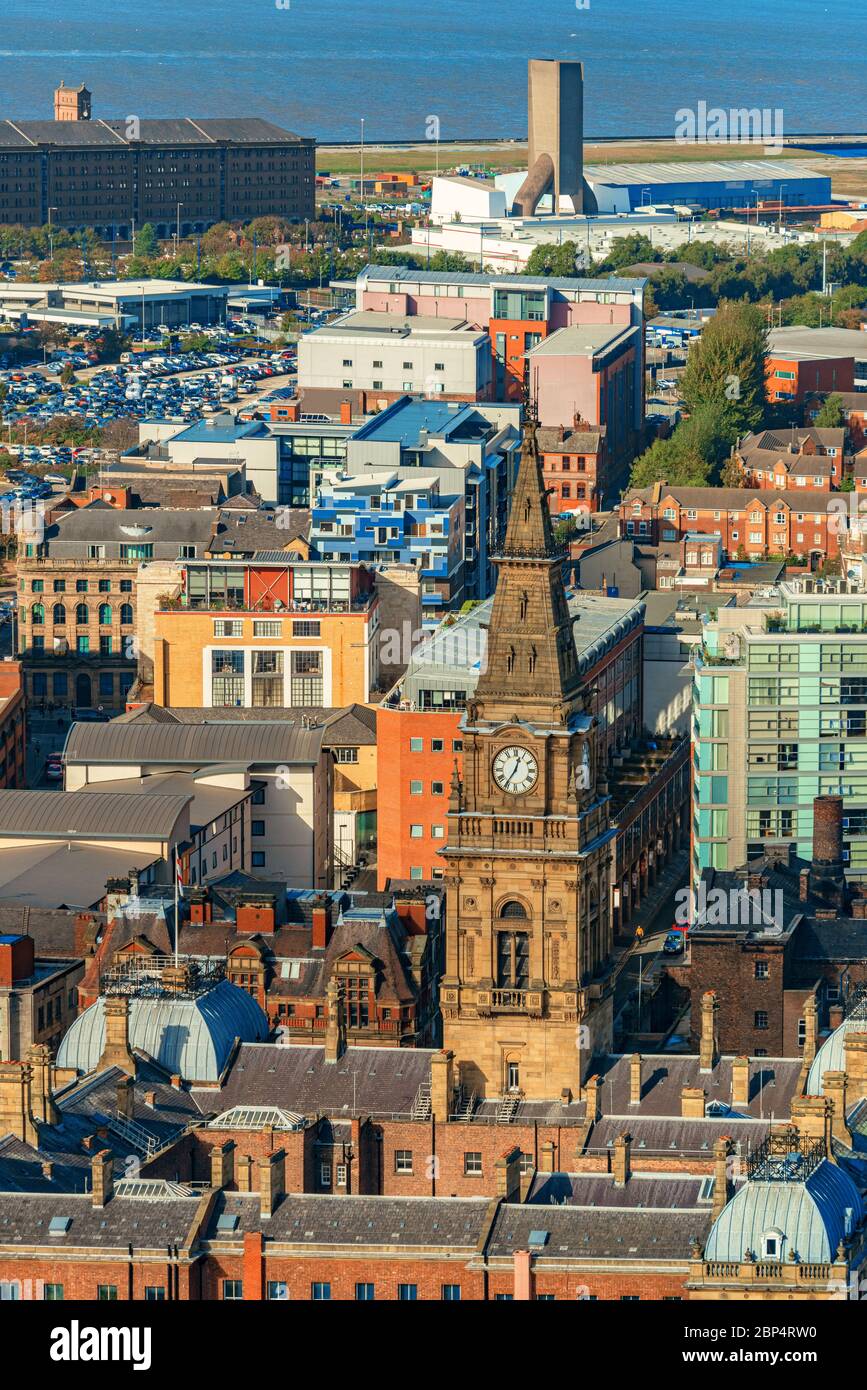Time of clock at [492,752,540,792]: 12:35
